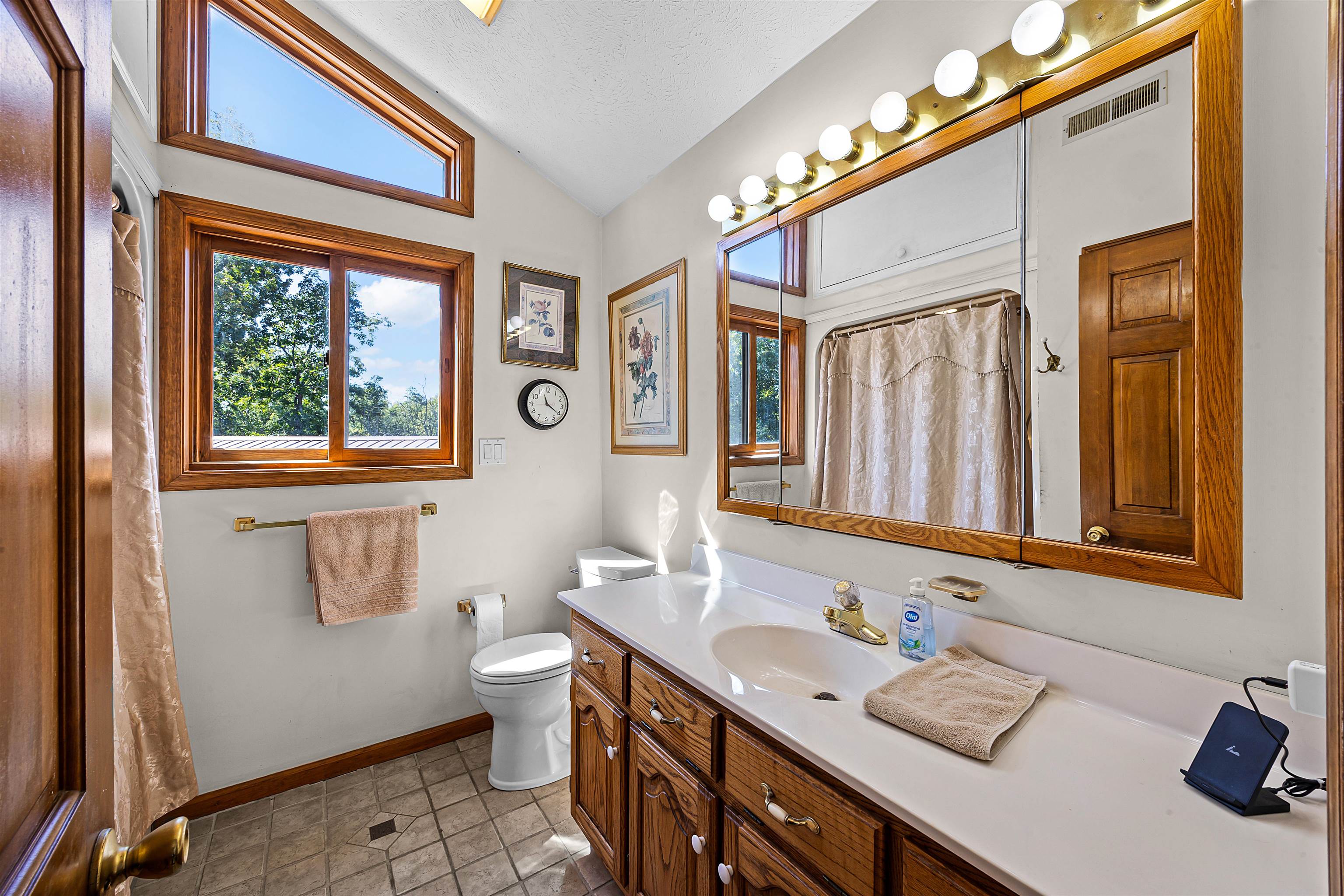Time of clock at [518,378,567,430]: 11:20
